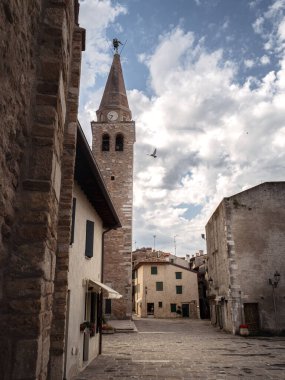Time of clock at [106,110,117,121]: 9:34
